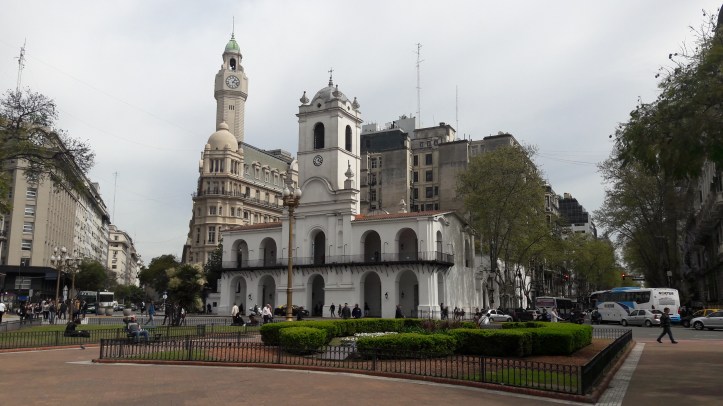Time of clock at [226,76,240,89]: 1:18
